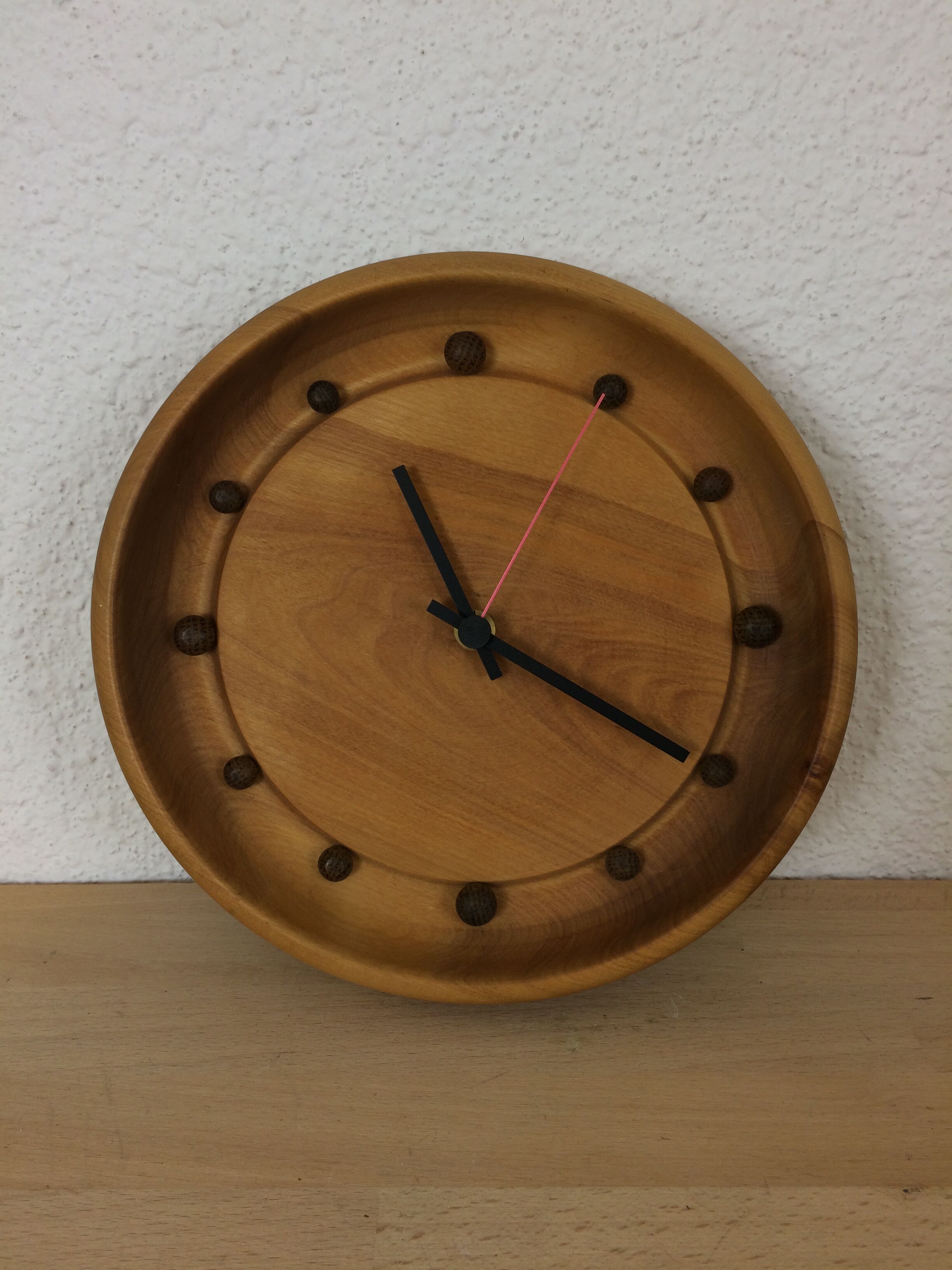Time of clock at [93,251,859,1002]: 11:20
